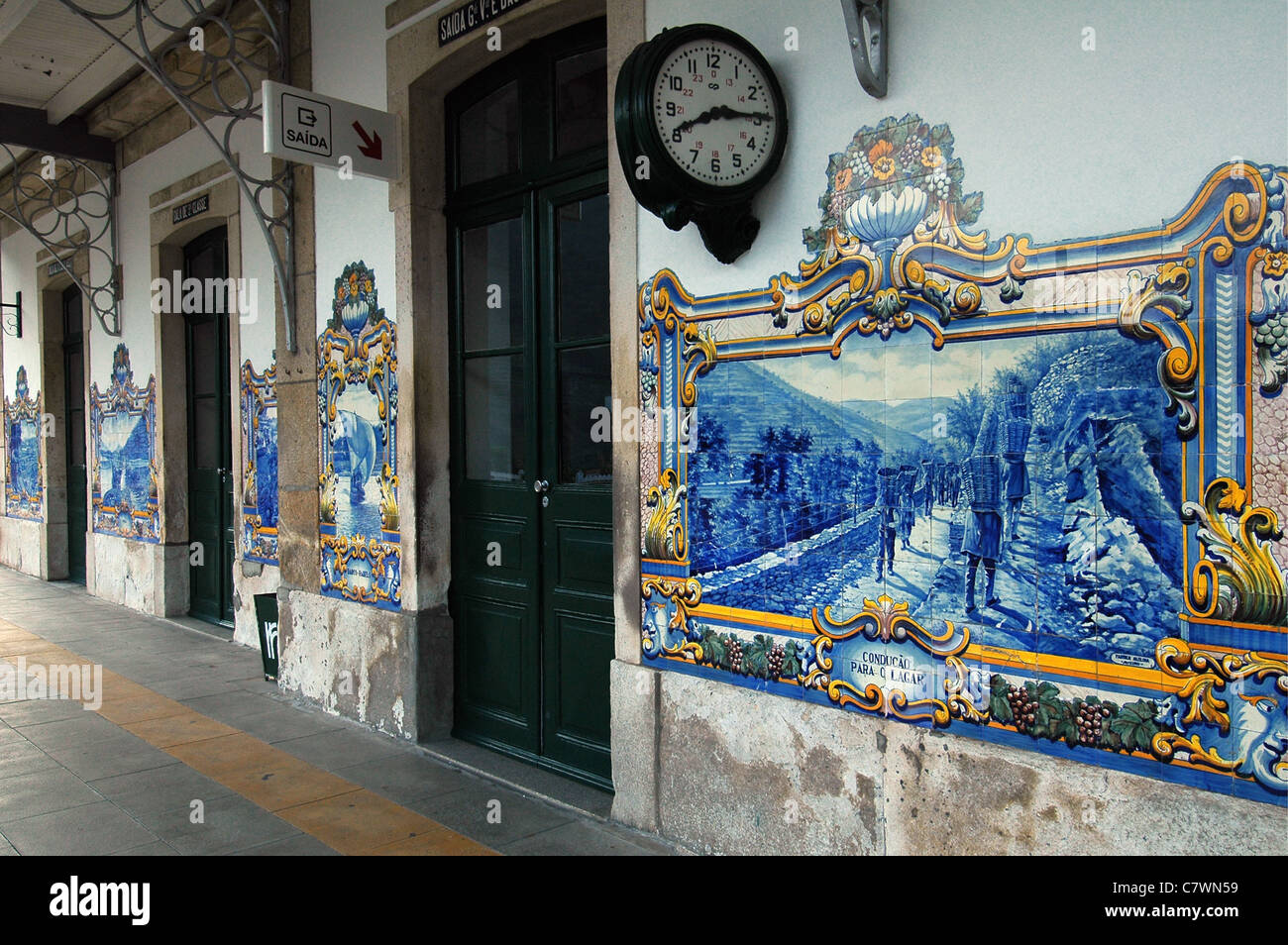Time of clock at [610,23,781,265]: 8:14
